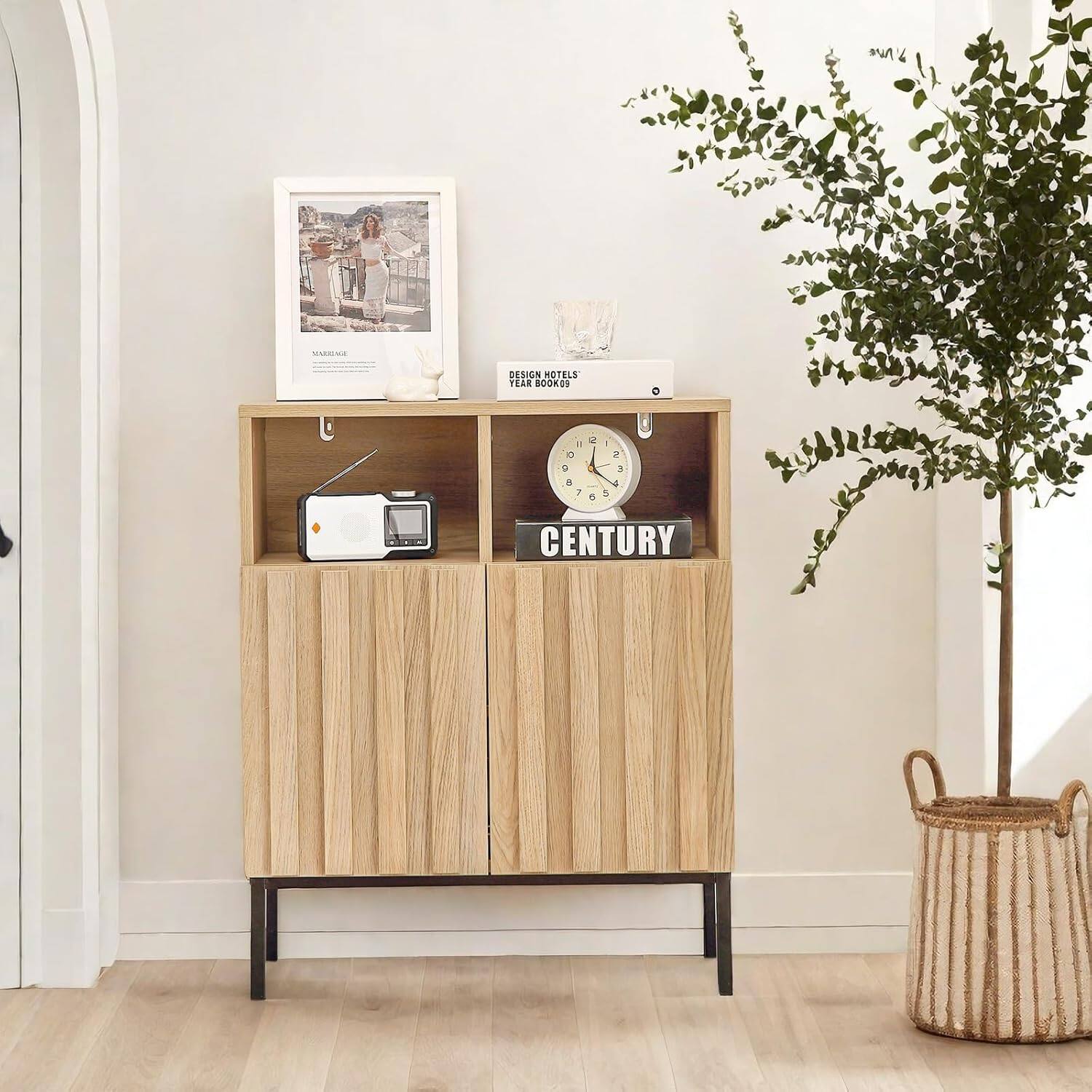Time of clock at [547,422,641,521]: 12:20
